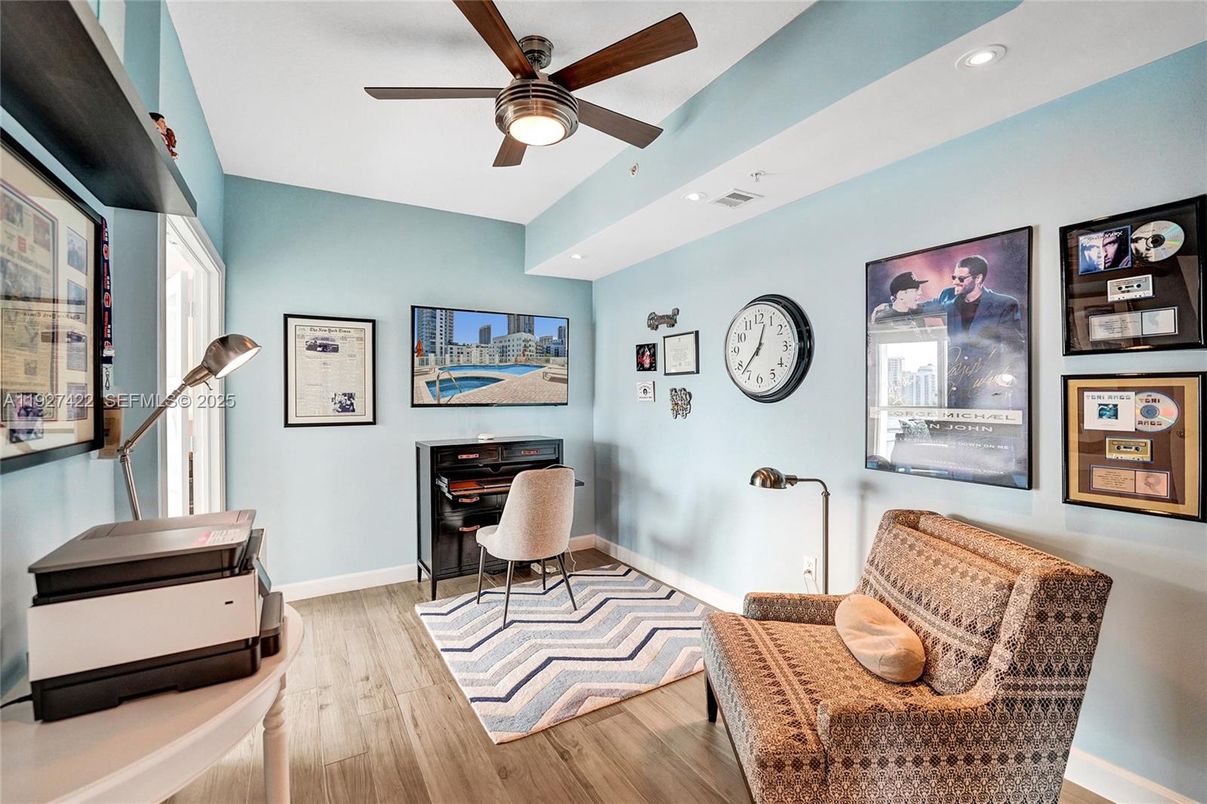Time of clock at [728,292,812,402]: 12:37
